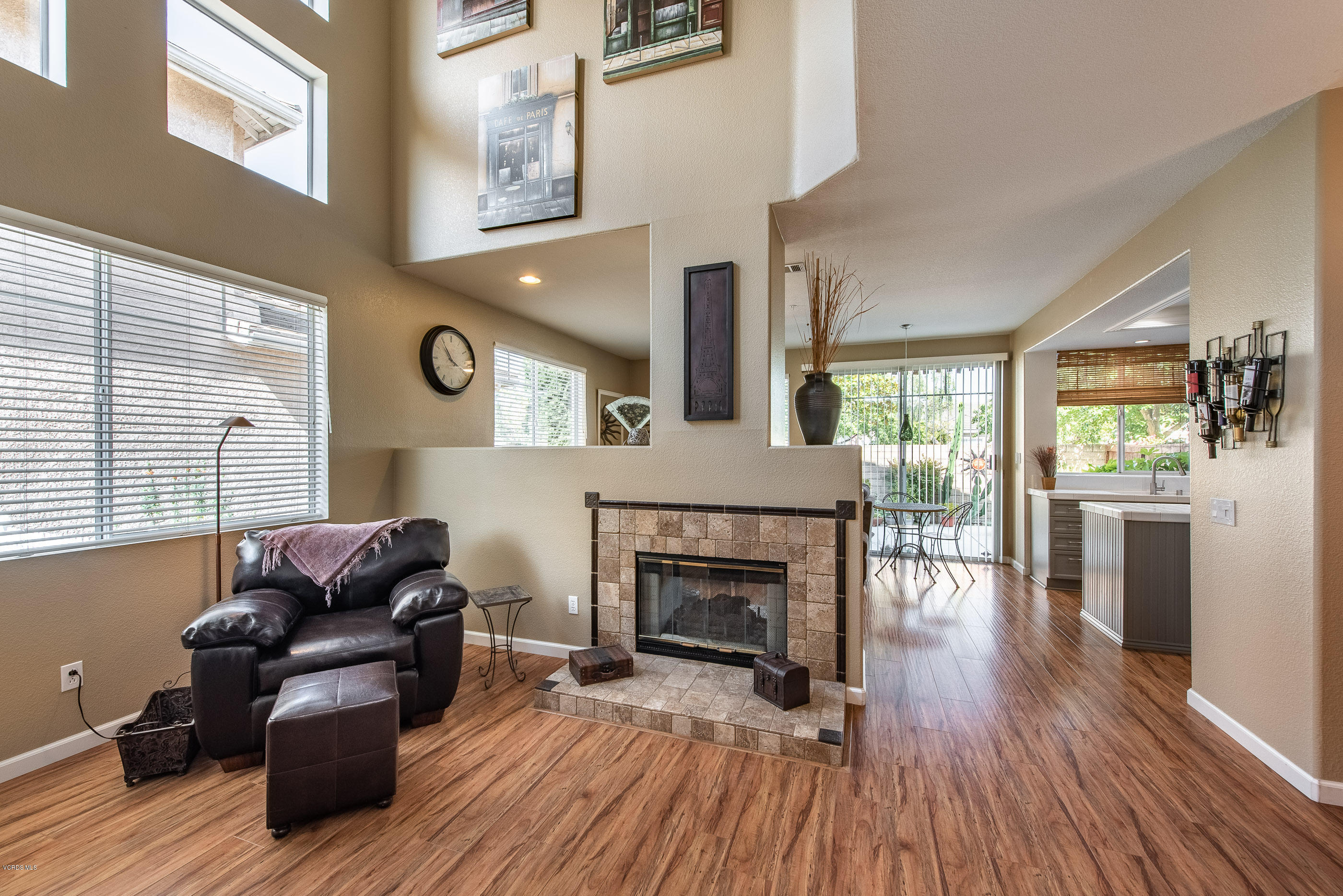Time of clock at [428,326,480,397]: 3:54
